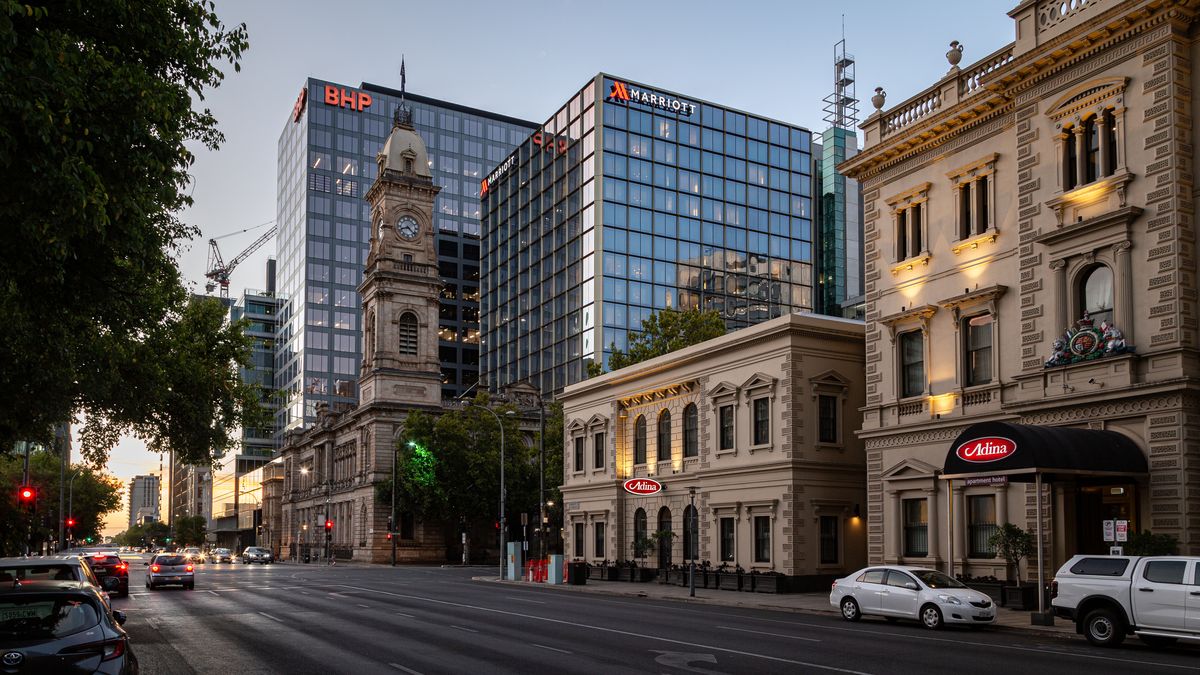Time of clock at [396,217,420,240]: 8:22
